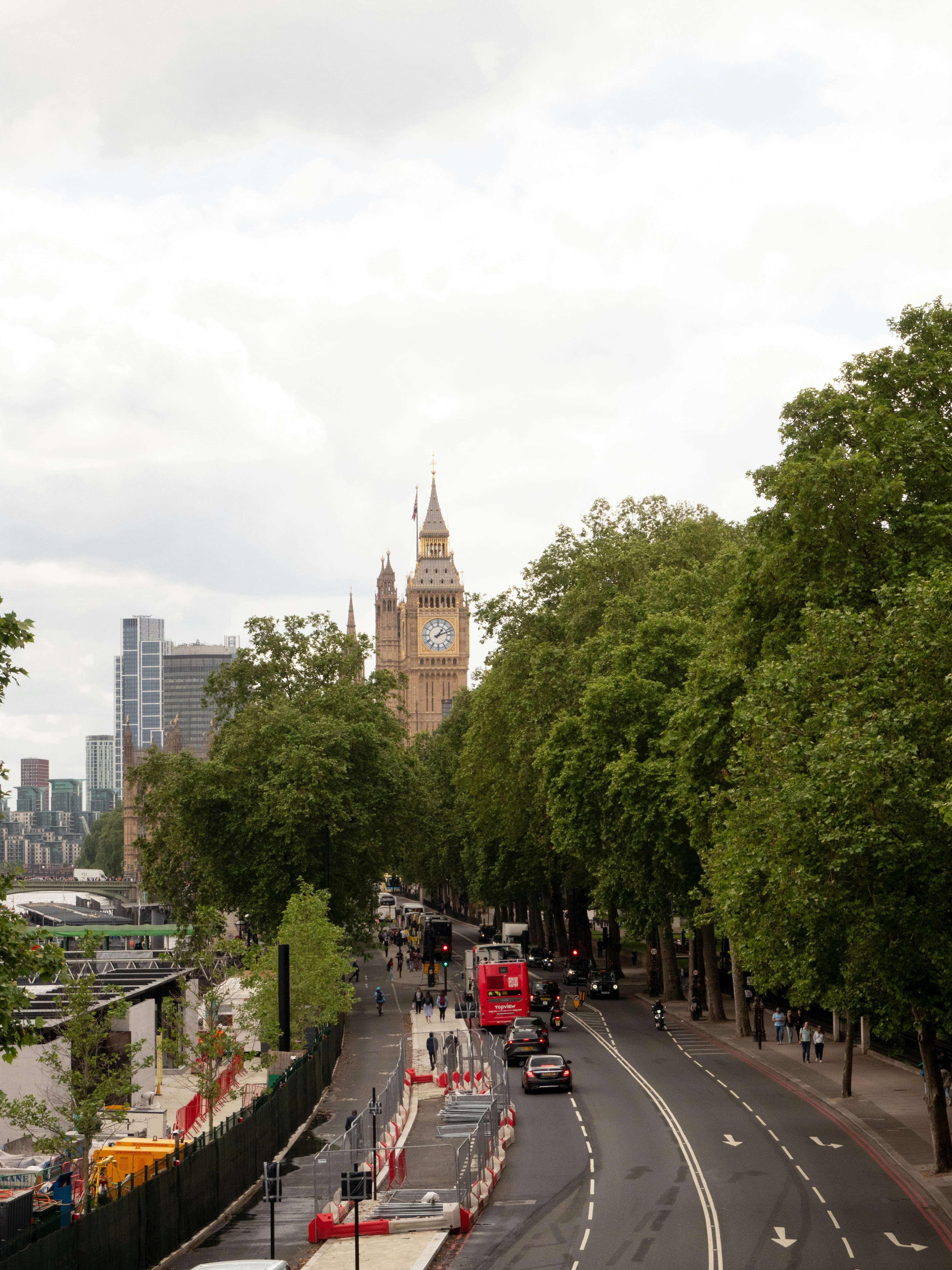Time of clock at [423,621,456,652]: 1:11
